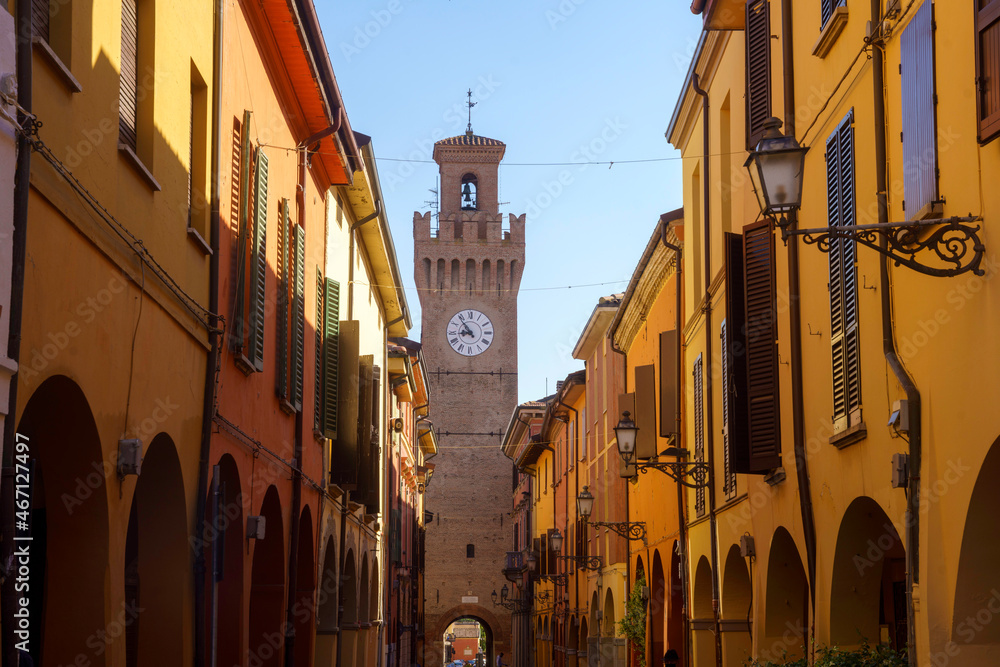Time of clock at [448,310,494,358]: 8:53
